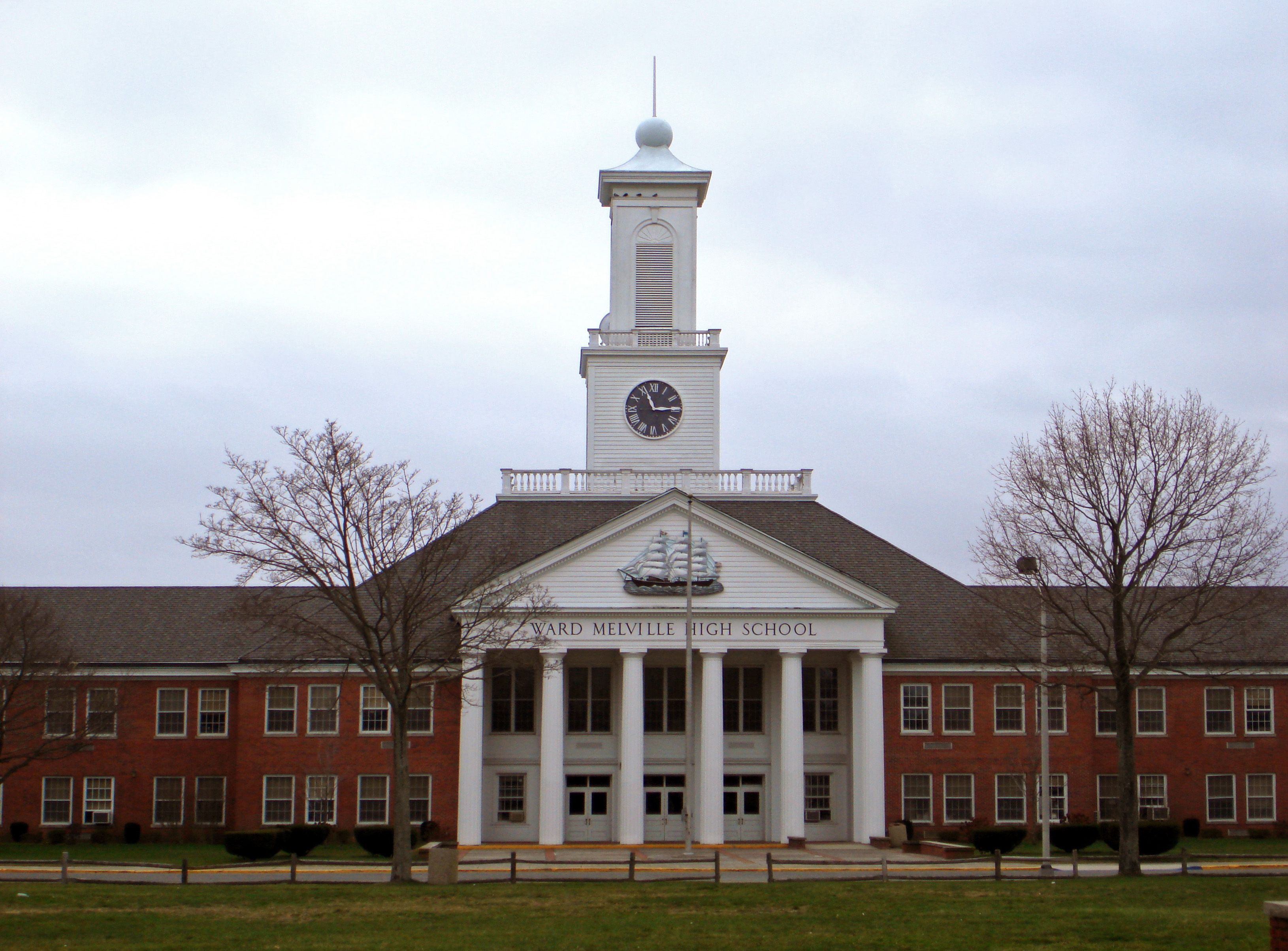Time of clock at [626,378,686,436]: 11:14
